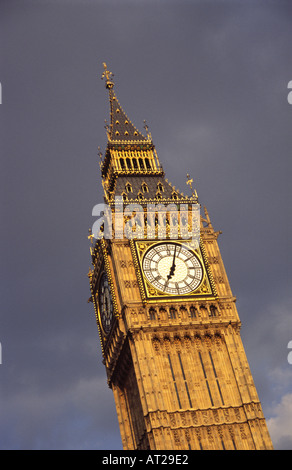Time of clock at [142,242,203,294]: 7:03
